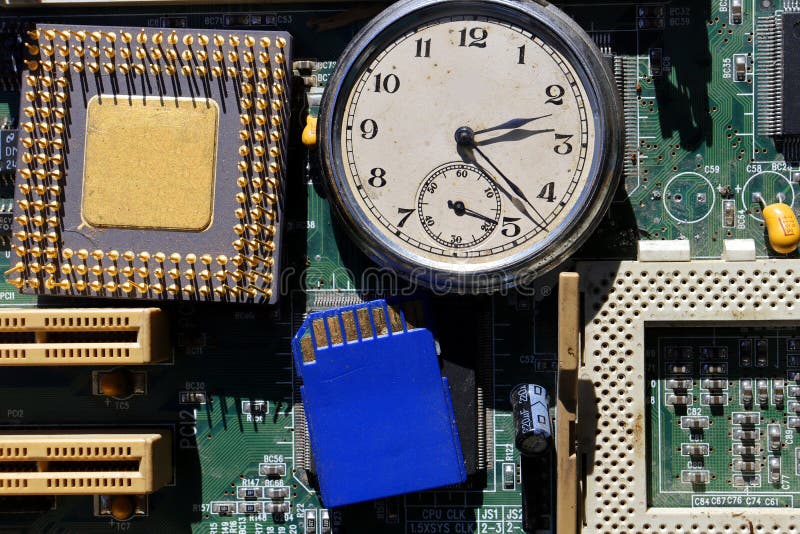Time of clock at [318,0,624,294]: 2:22
